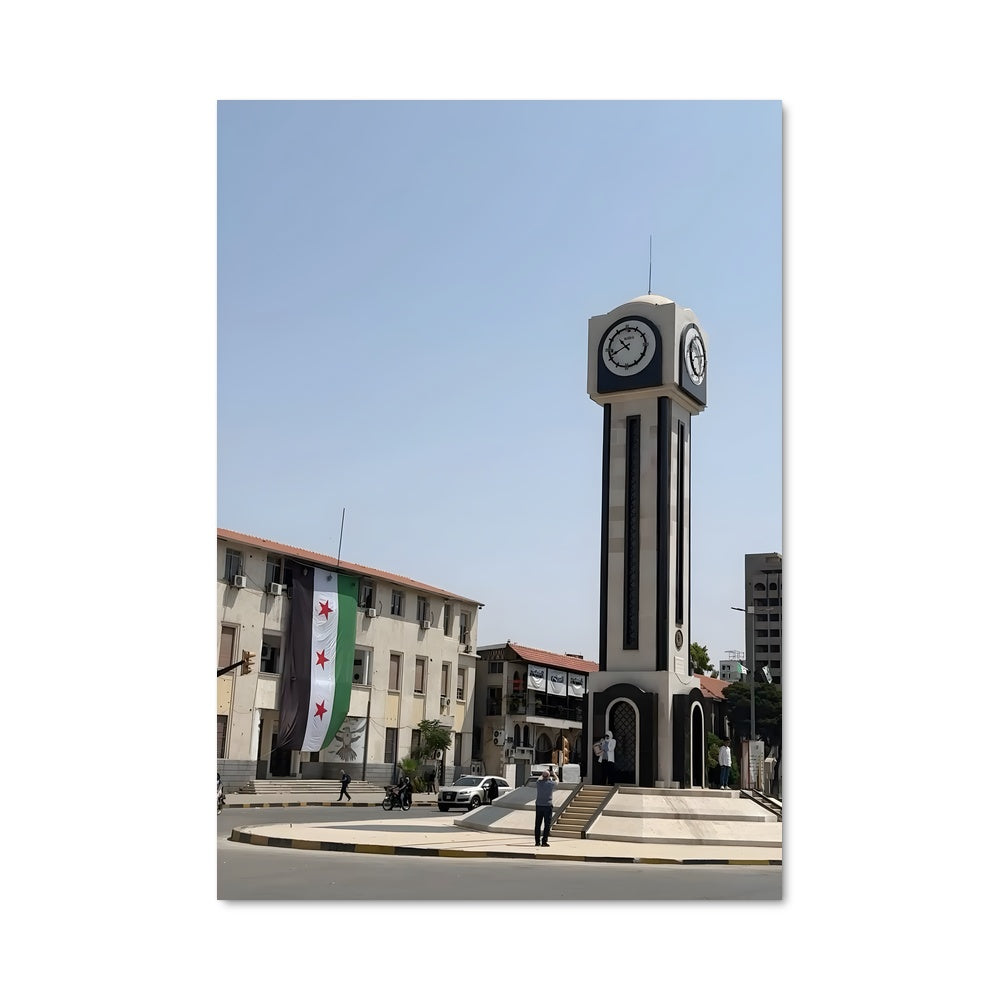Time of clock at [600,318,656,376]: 10:41
